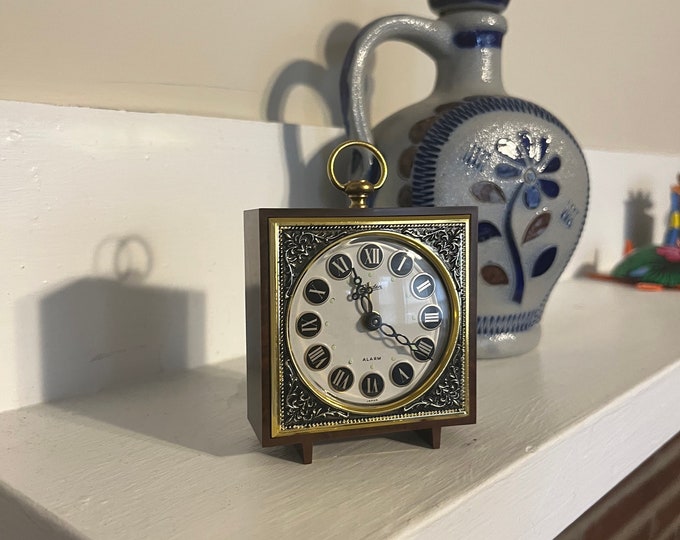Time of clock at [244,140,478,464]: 11:21
